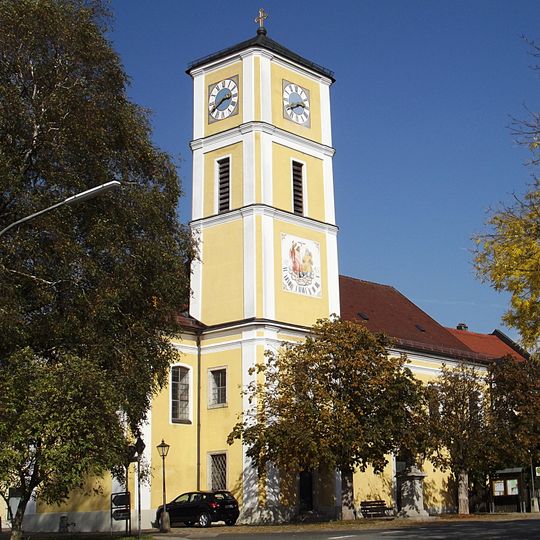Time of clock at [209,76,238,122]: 2:40
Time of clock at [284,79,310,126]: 2:40
